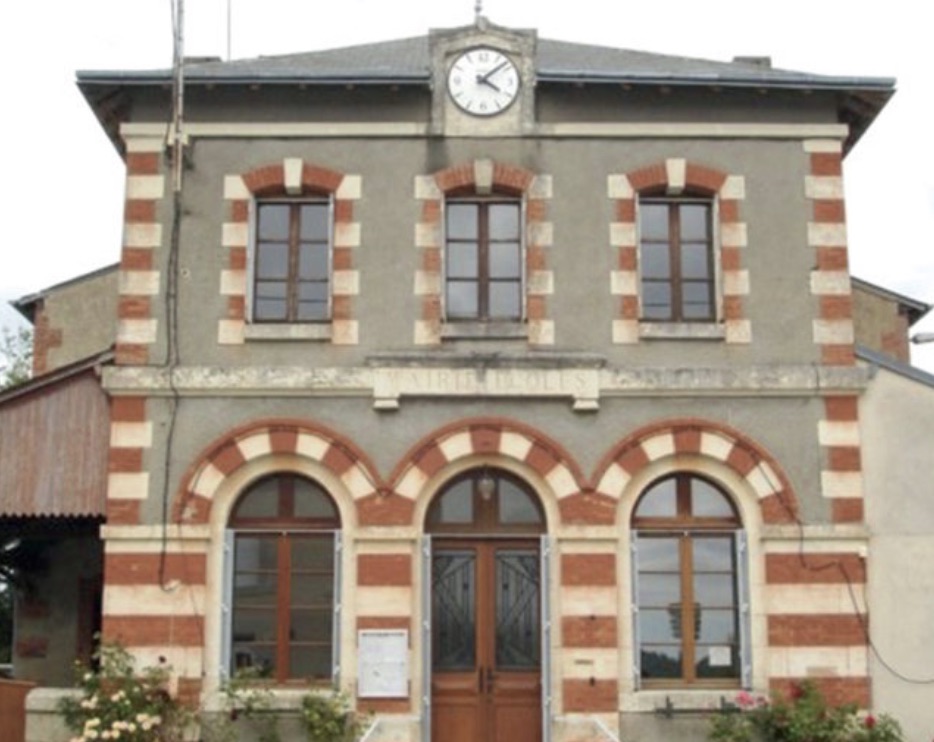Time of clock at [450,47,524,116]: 4:08
